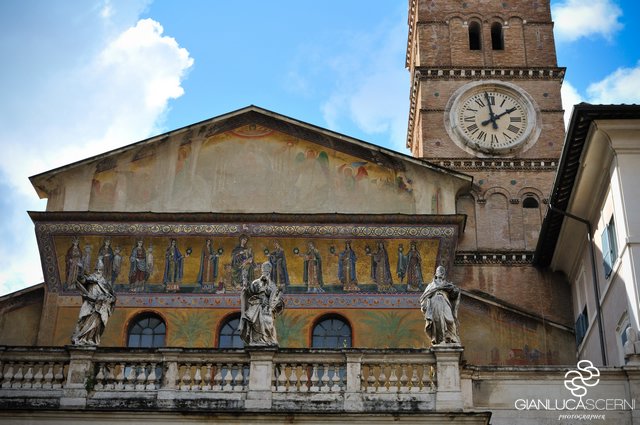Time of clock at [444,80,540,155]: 1:58
